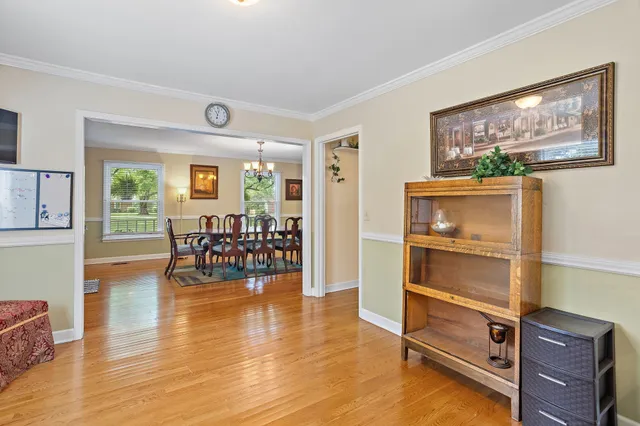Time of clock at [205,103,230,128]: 11:02
